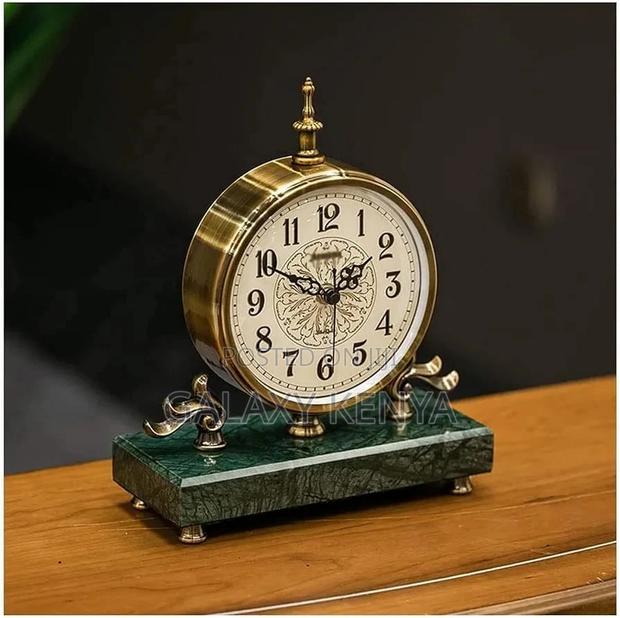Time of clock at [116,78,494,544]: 1:49
